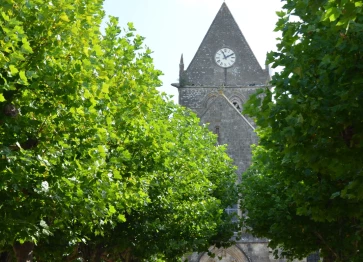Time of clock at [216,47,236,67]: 11:10
